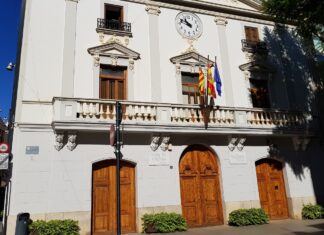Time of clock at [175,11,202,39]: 10:48
